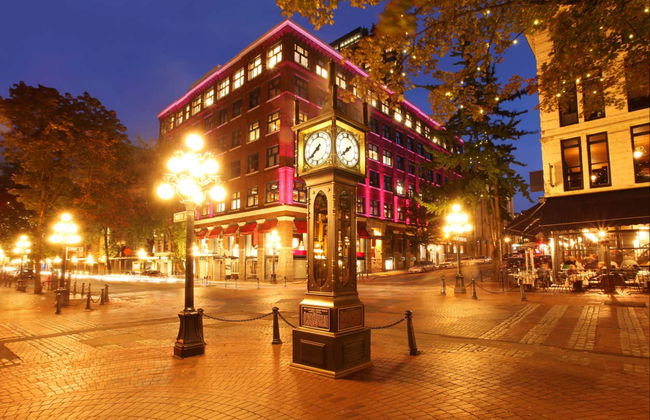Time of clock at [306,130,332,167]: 7:38
